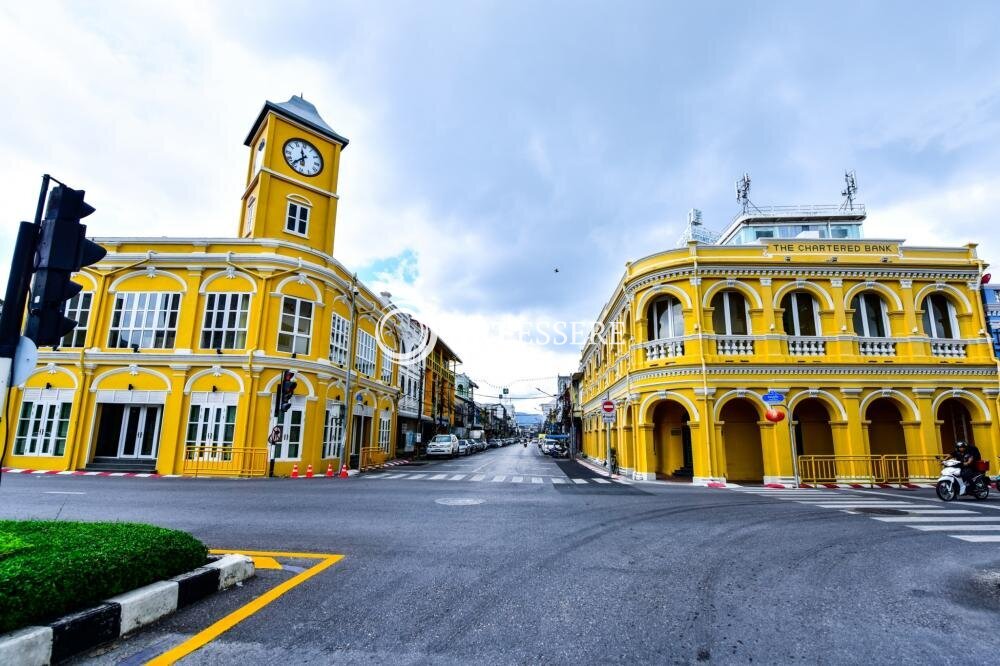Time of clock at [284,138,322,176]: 11:37
